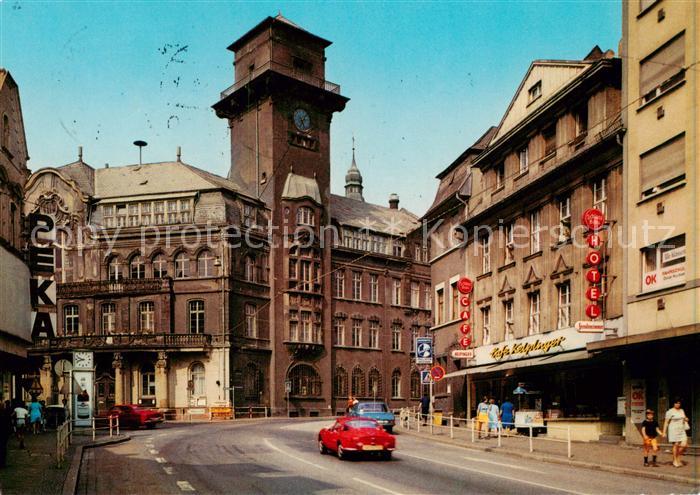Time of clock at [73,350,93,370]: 9:42
